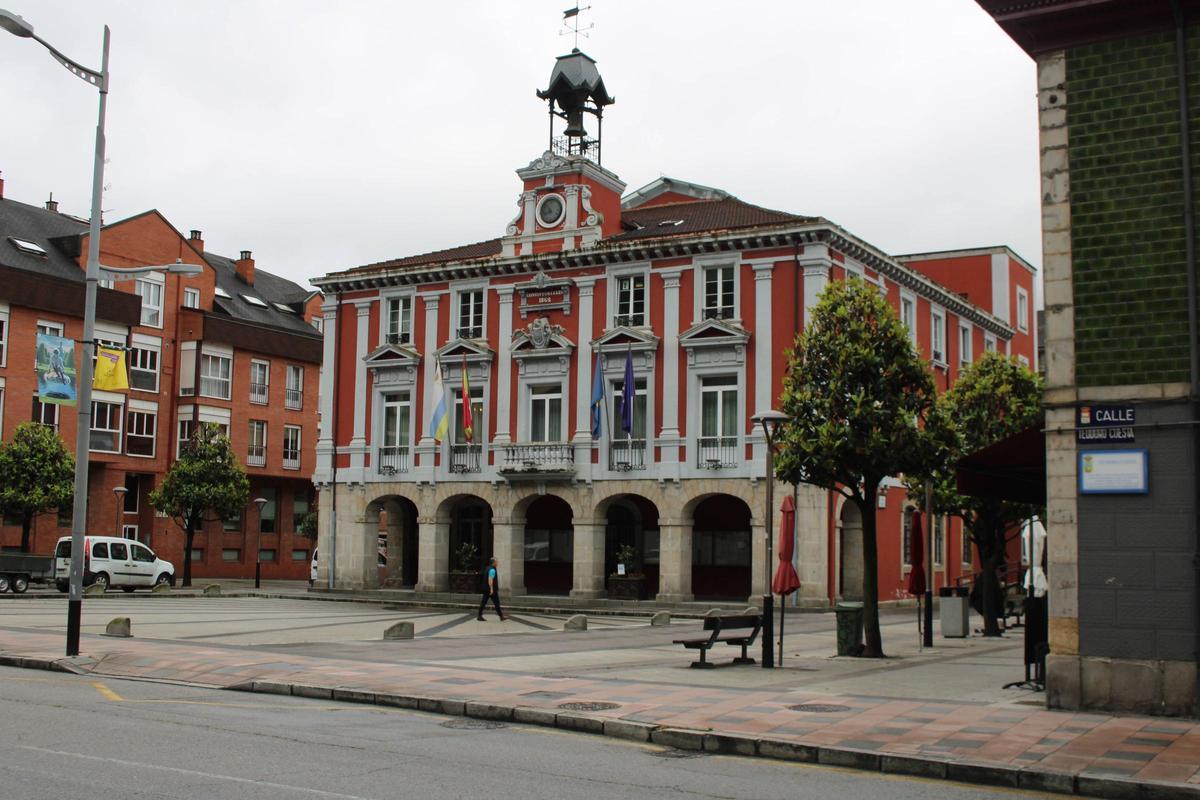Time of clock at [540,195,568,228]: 10:42
